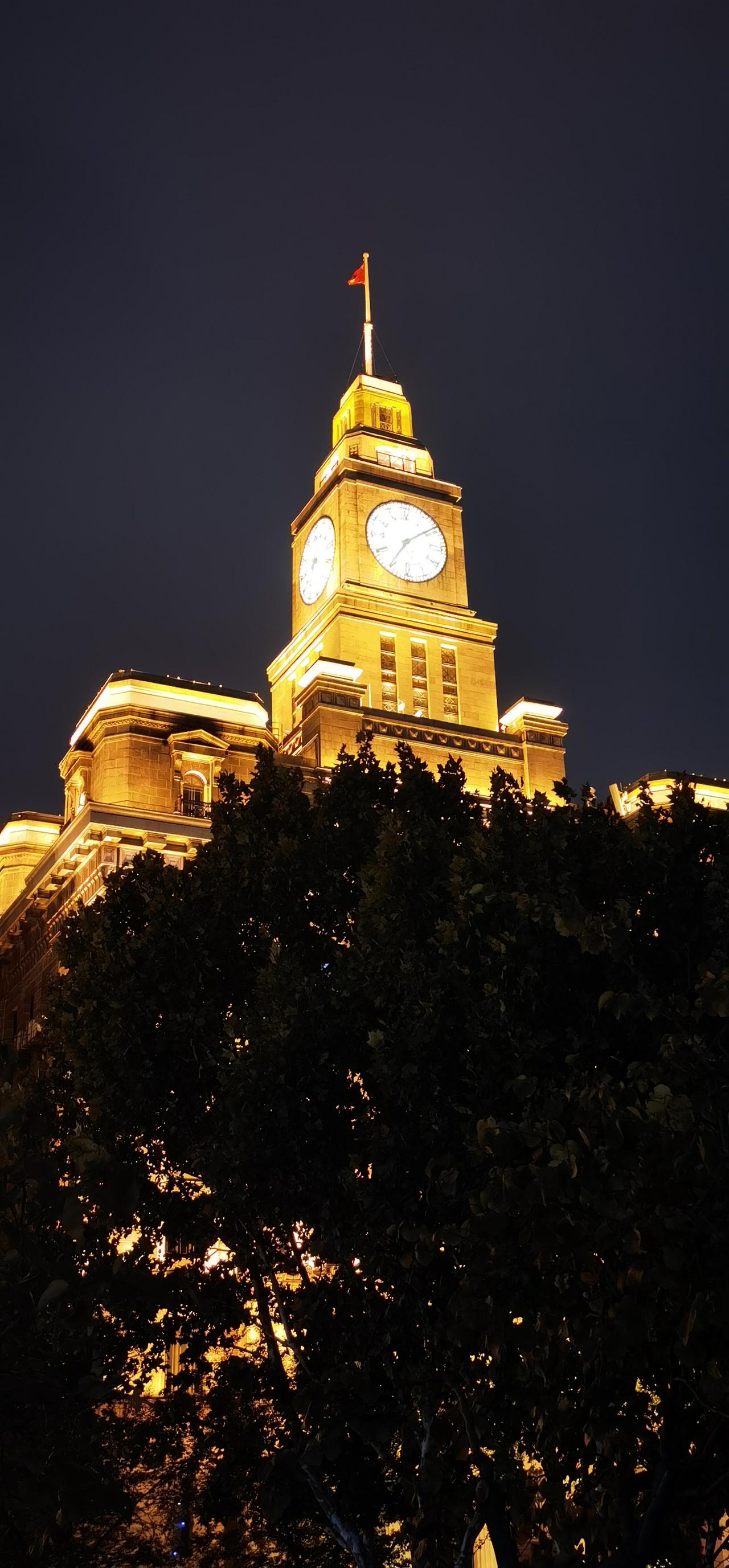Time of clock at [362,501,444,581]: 7:08
